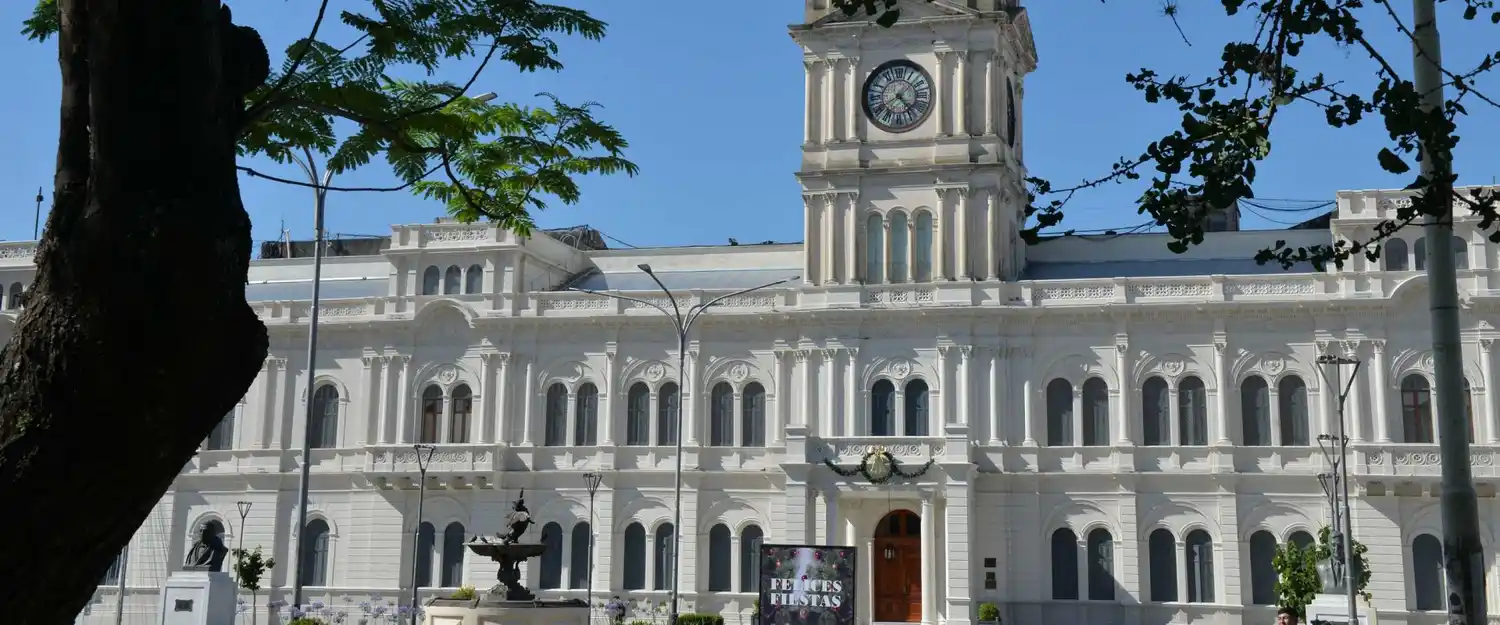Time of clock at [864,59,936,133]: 4:40
